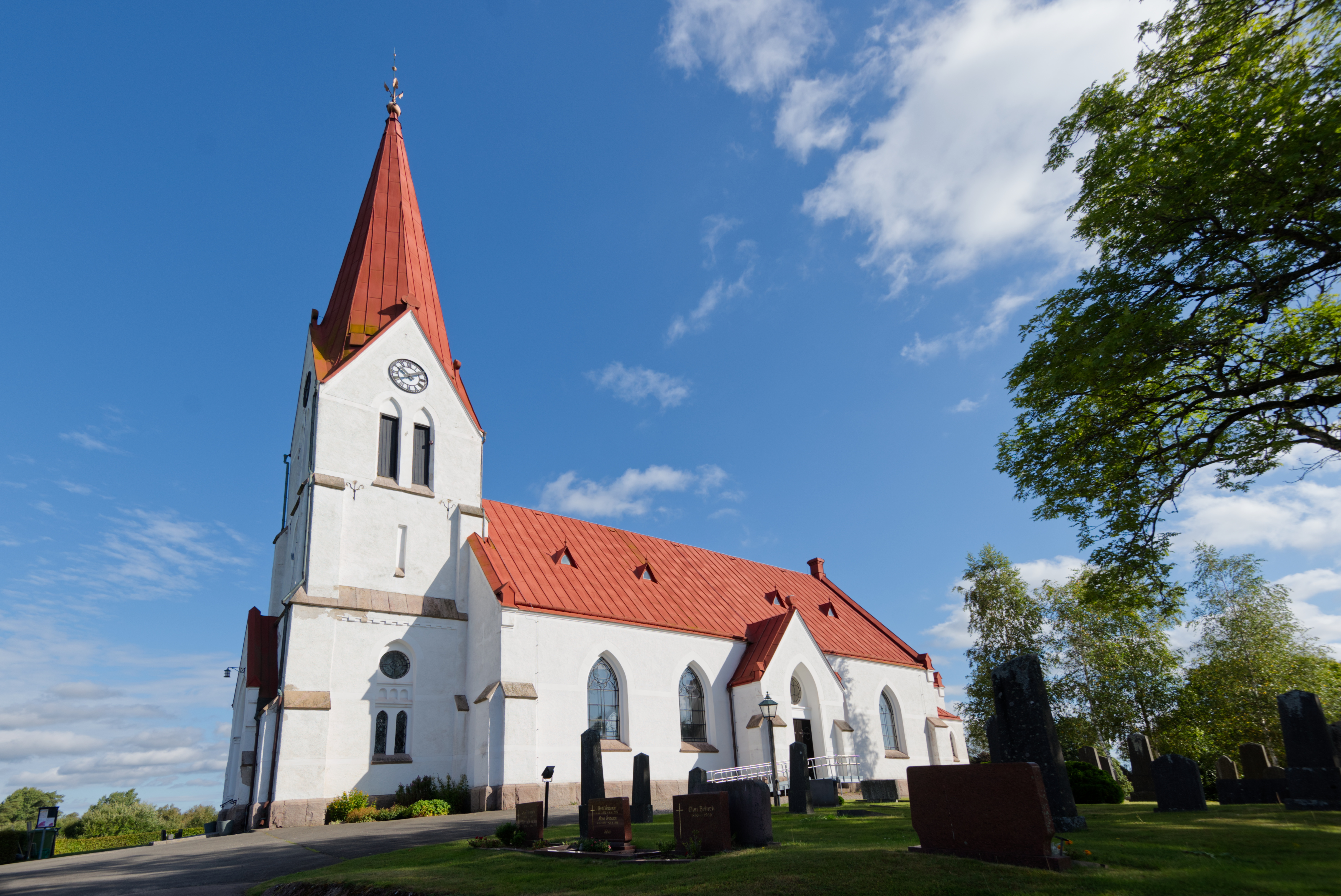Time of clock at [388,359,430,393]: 10:10
